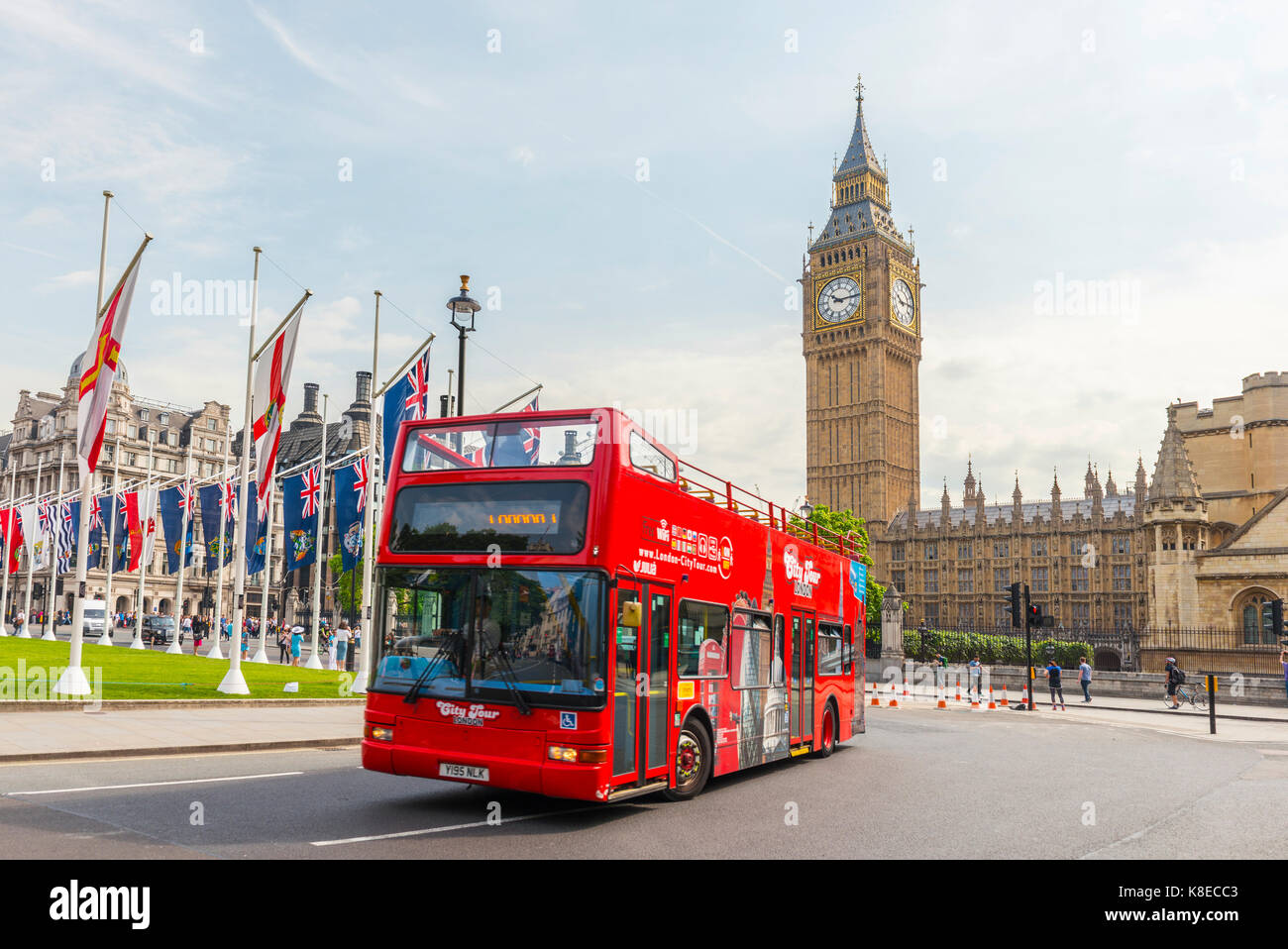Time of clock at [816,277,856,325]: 10:14
